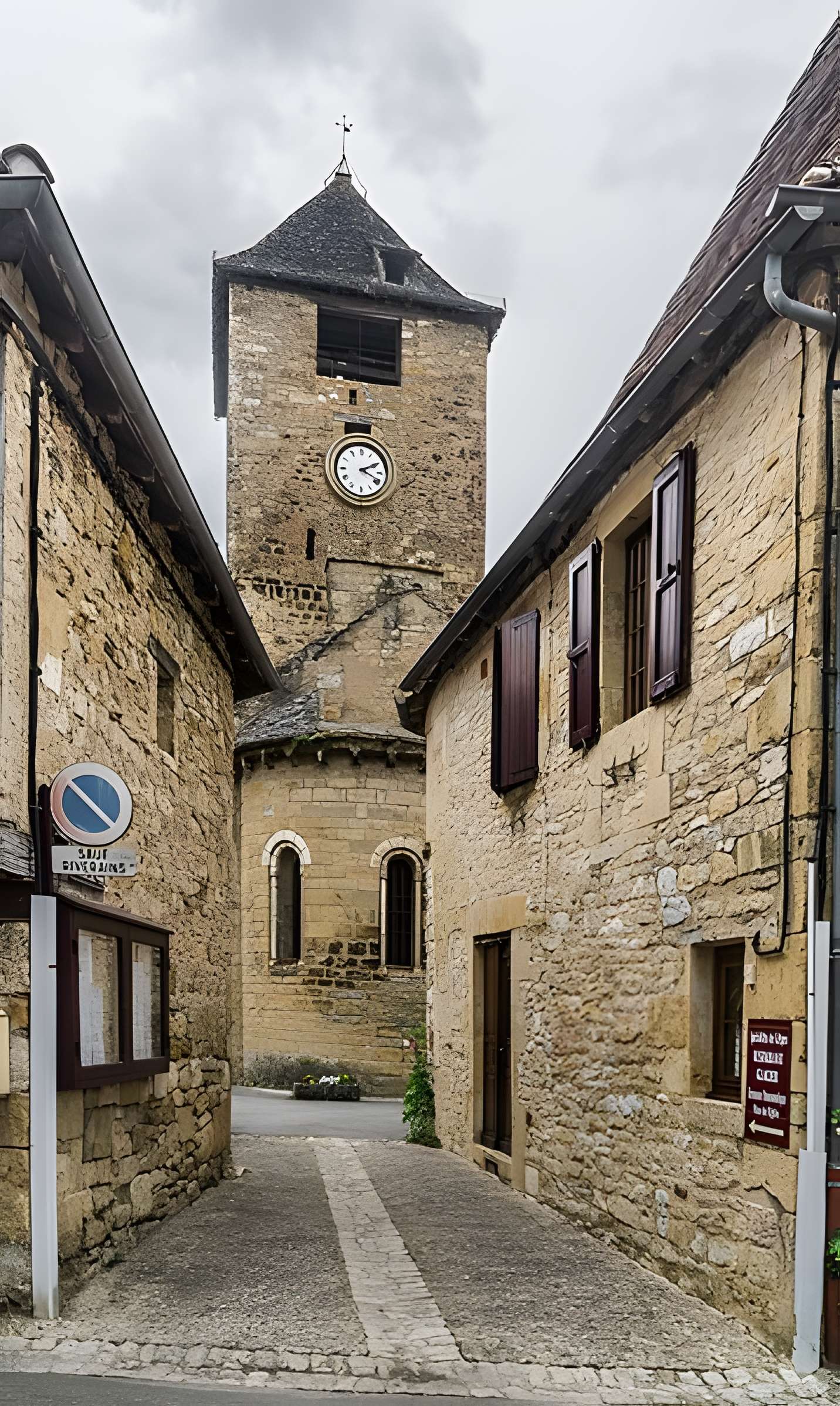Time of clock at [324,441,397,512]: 2:18
